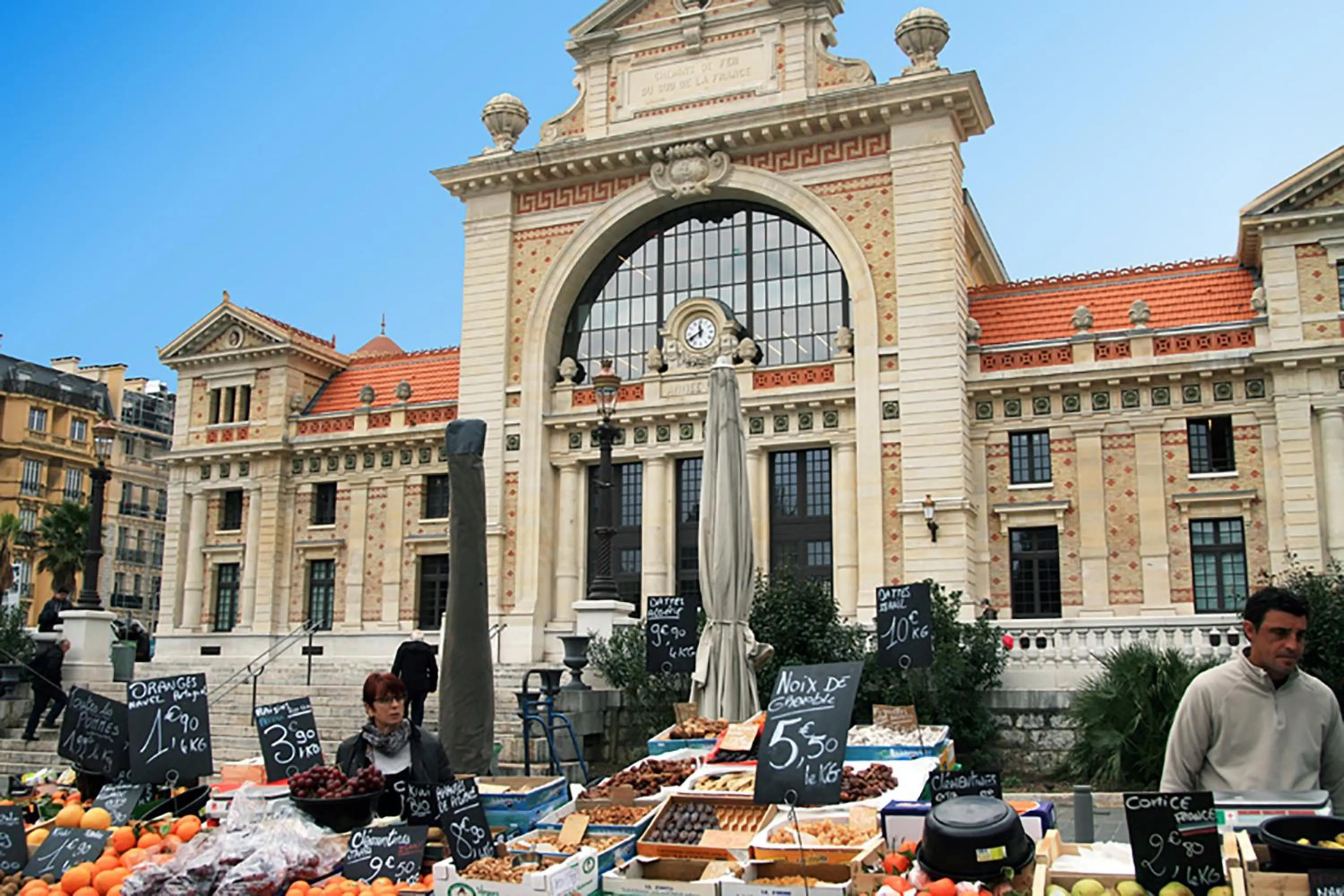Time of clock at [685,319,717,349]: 11:40
